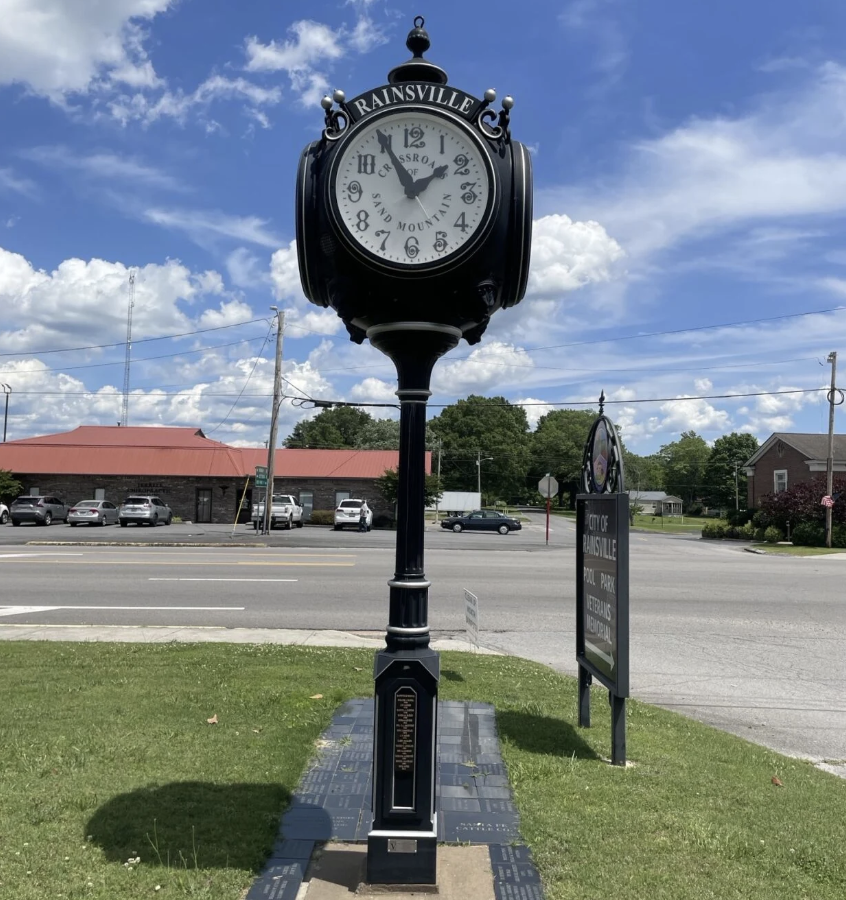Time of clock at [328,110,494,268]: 1:54
